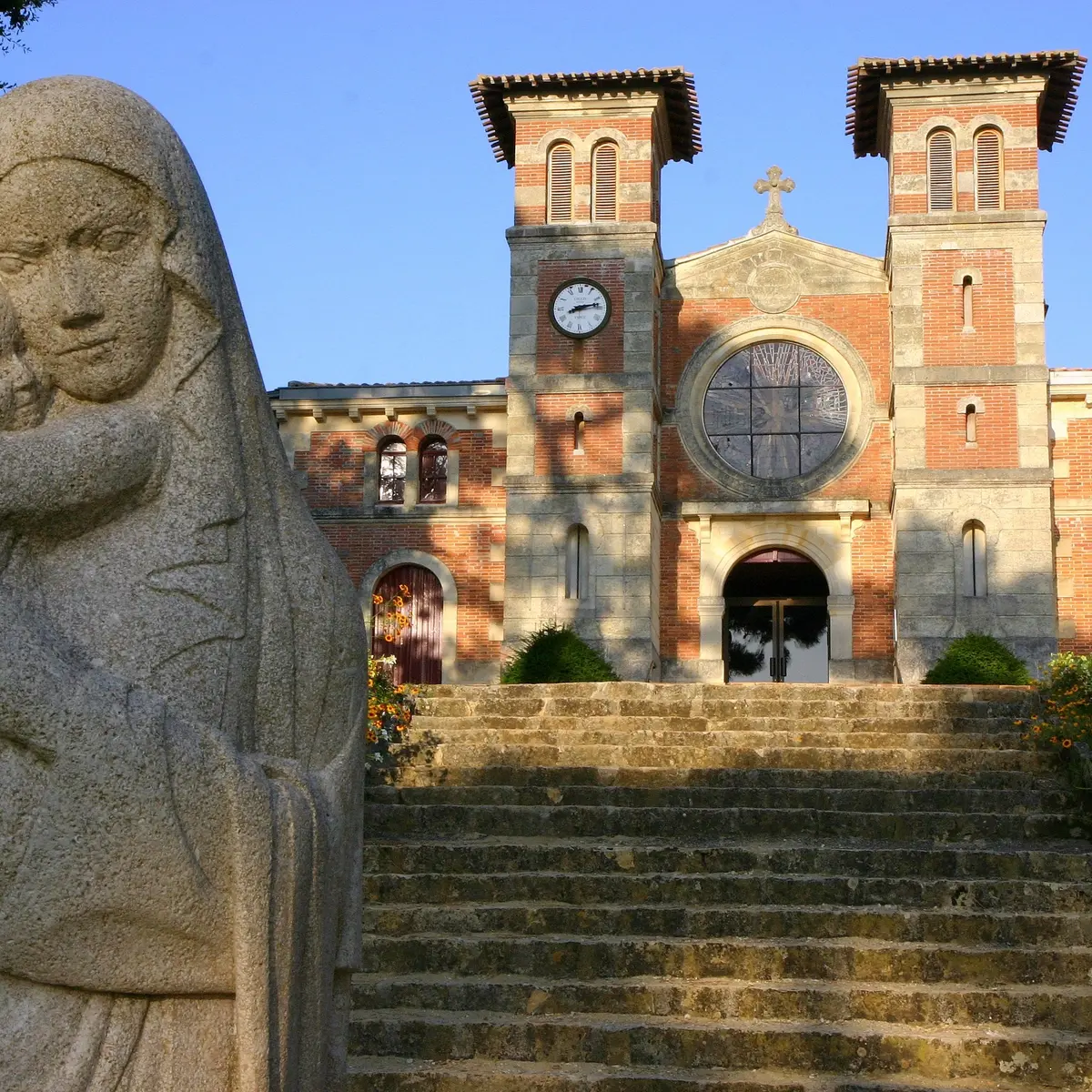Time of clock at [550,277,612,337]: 8:12
